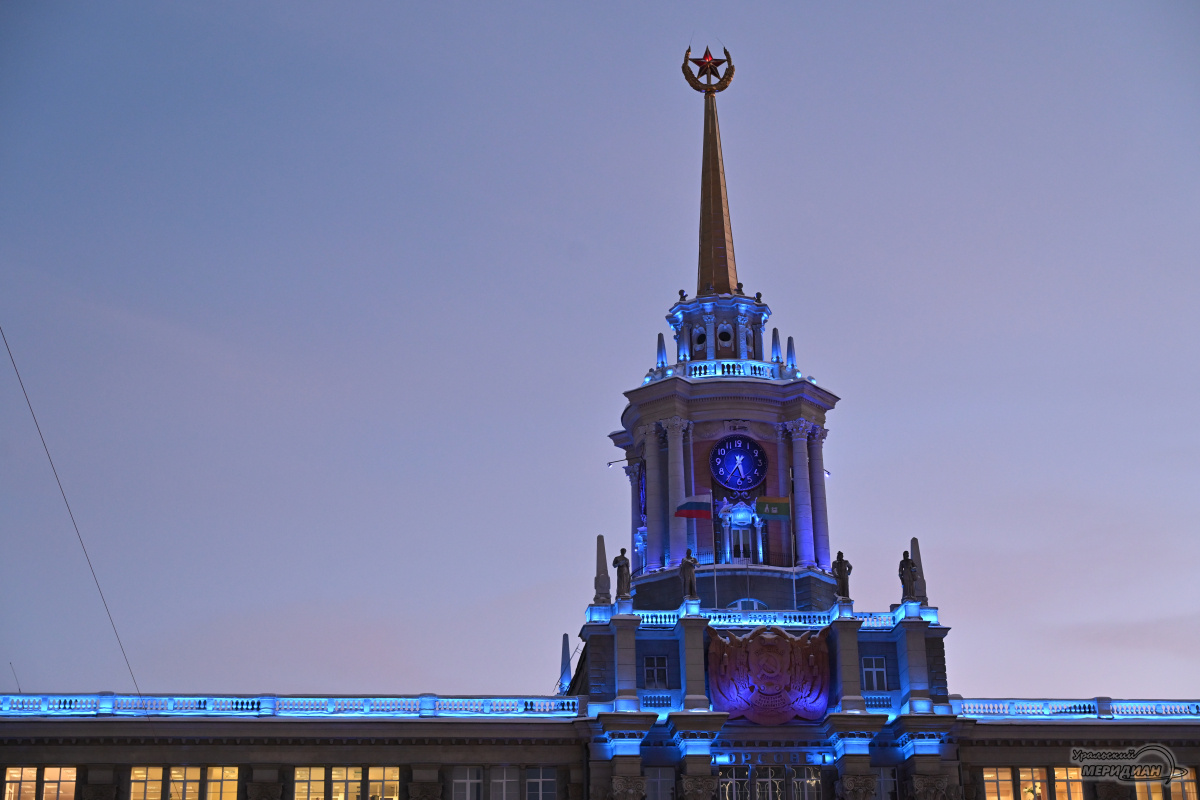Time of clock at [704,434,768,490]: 5:35
